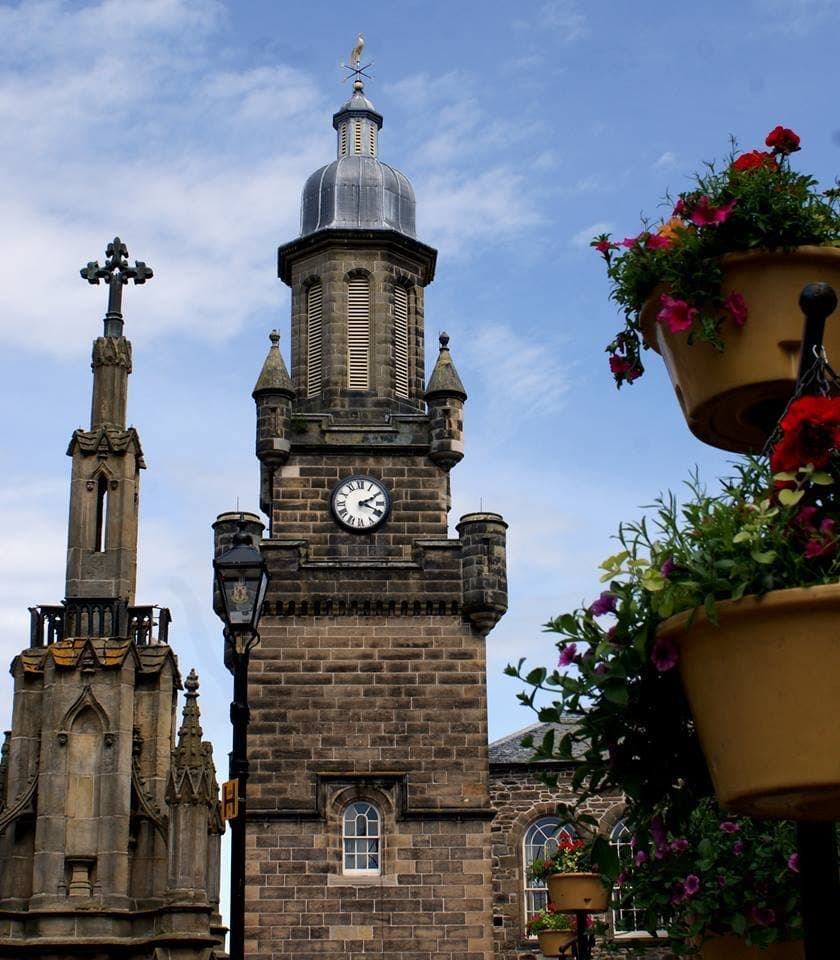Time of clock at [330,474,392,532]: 2:18
